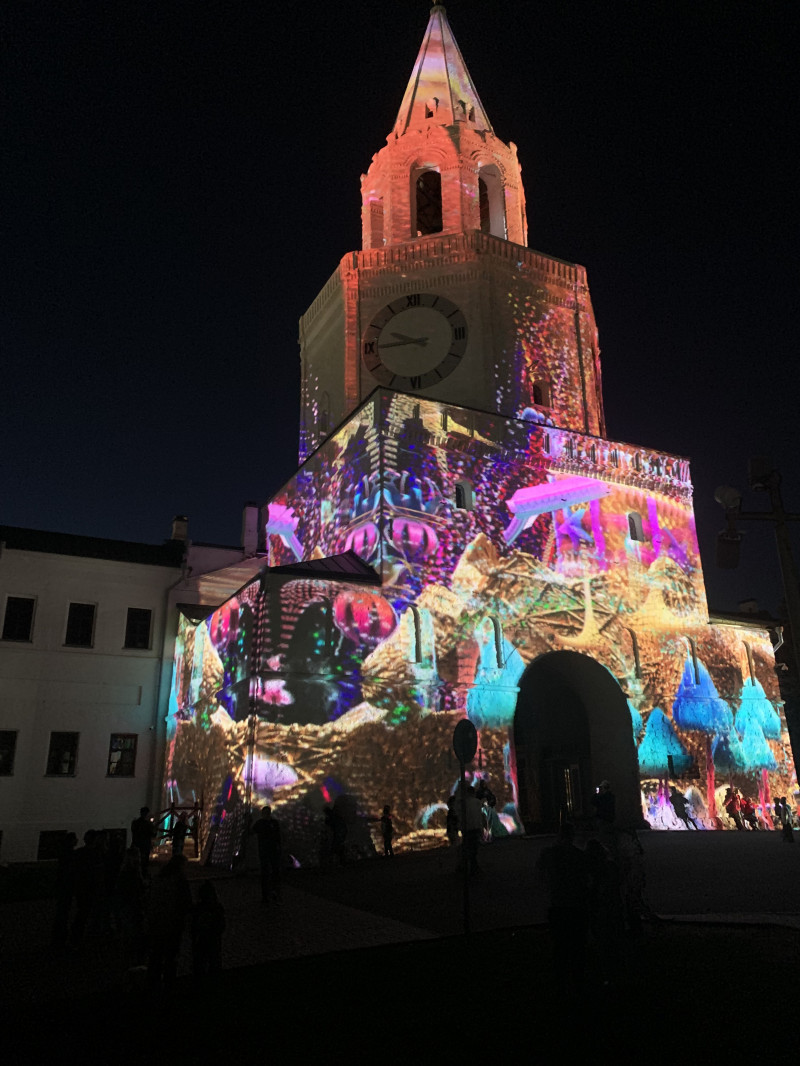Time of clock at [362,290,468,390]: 9:44
